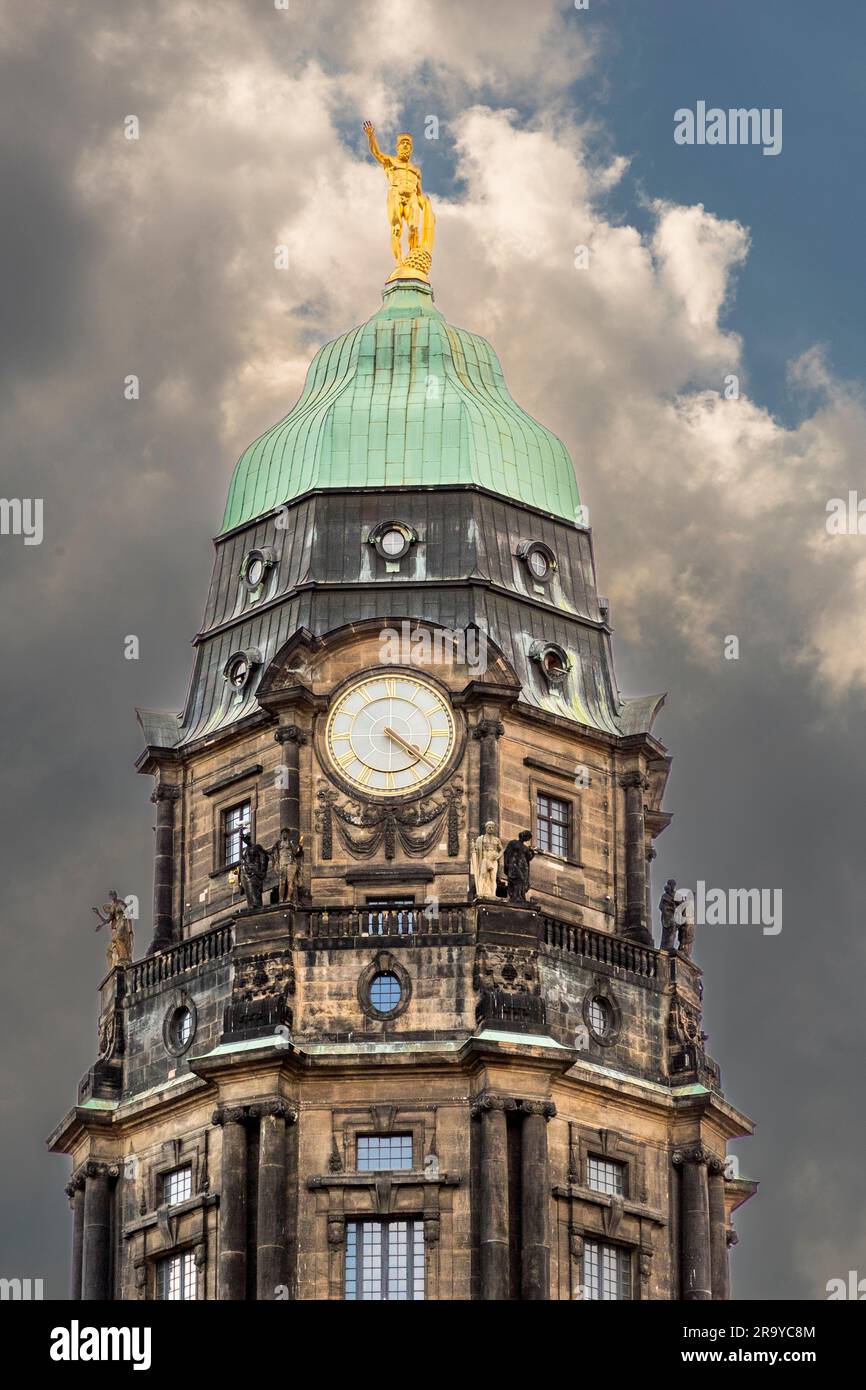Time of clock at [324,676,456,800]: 4:21
